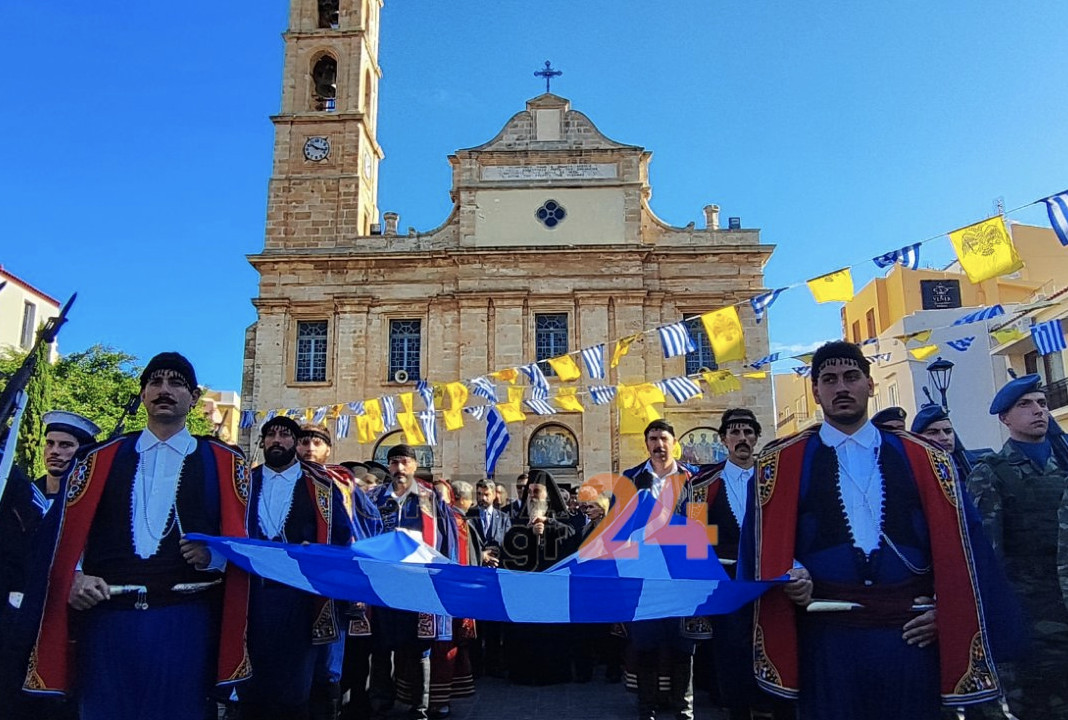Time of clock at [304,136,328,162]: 10:17
